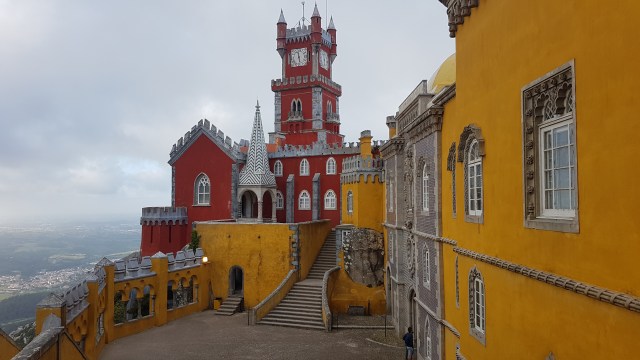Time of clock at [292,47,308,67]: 11:28
